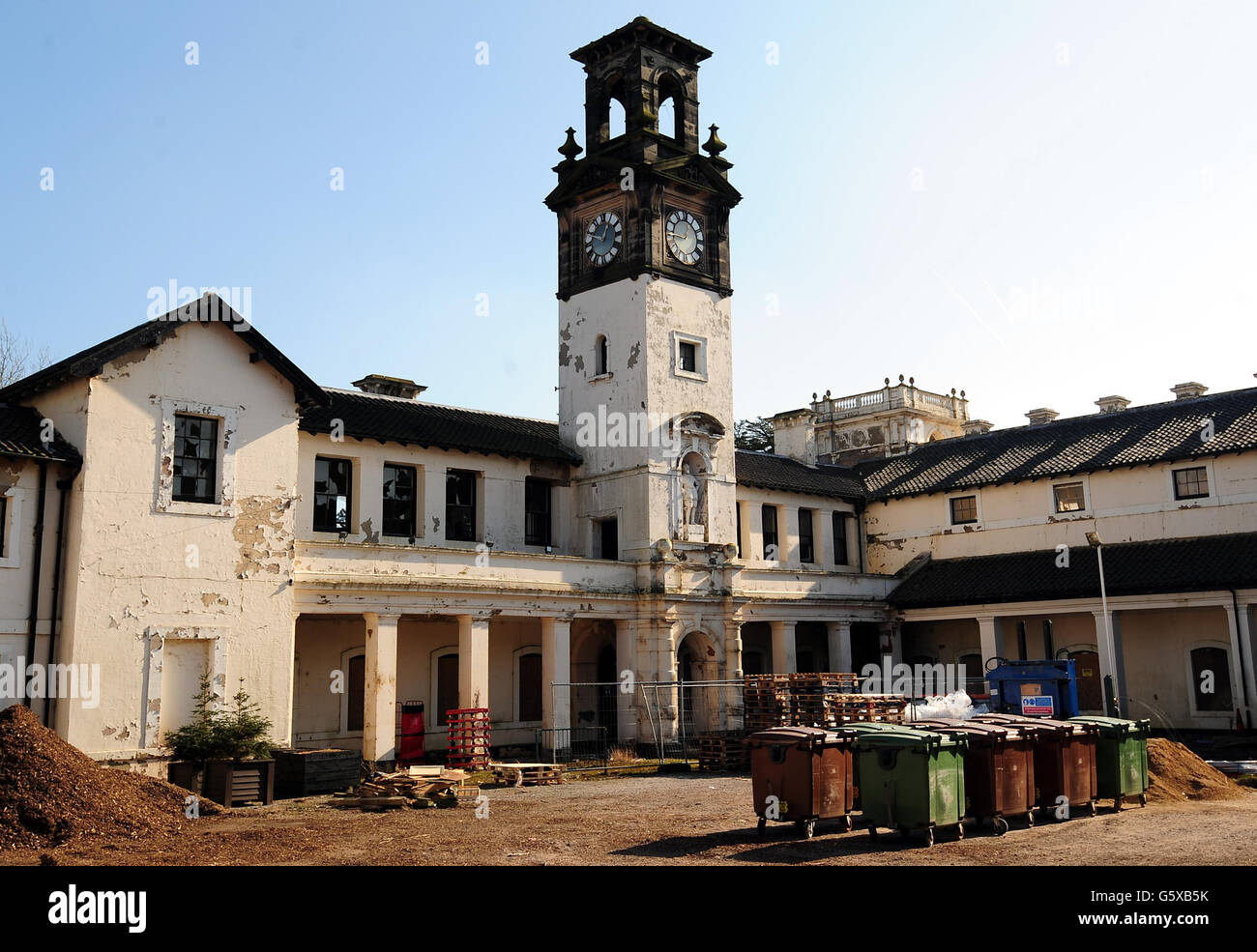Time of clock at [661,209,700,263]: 8:44
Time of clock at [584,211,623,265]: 12:48
